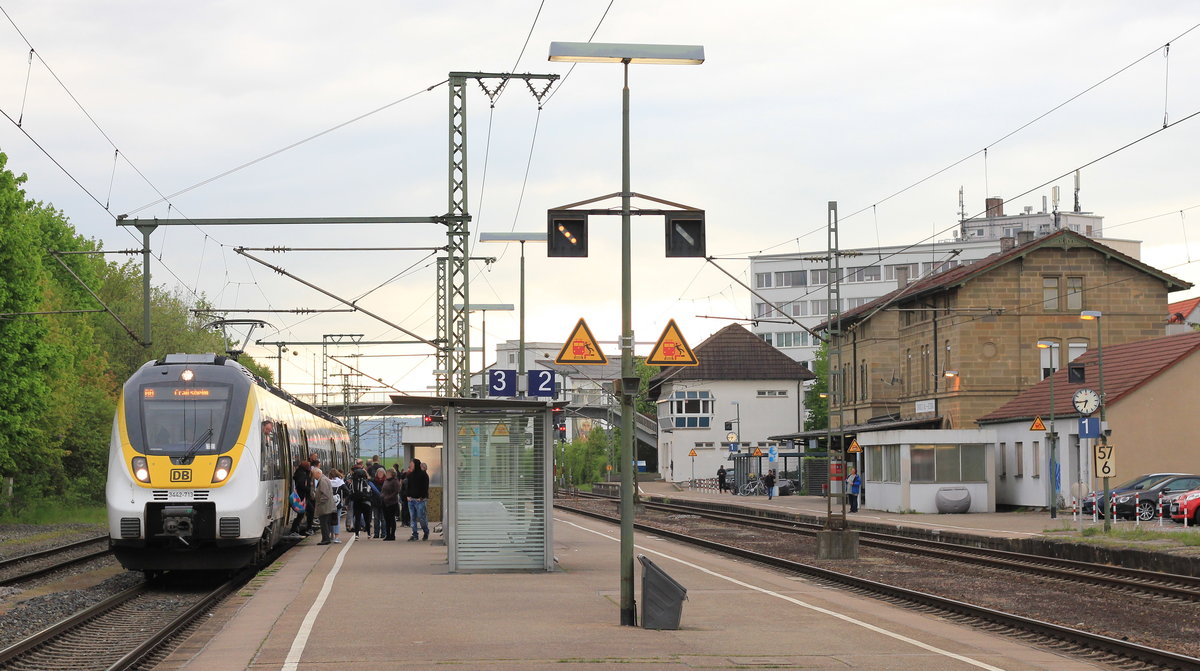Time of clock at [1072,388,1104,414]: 6:43
